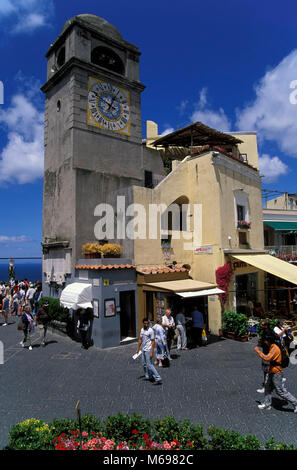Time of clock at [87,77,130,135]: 12:49
